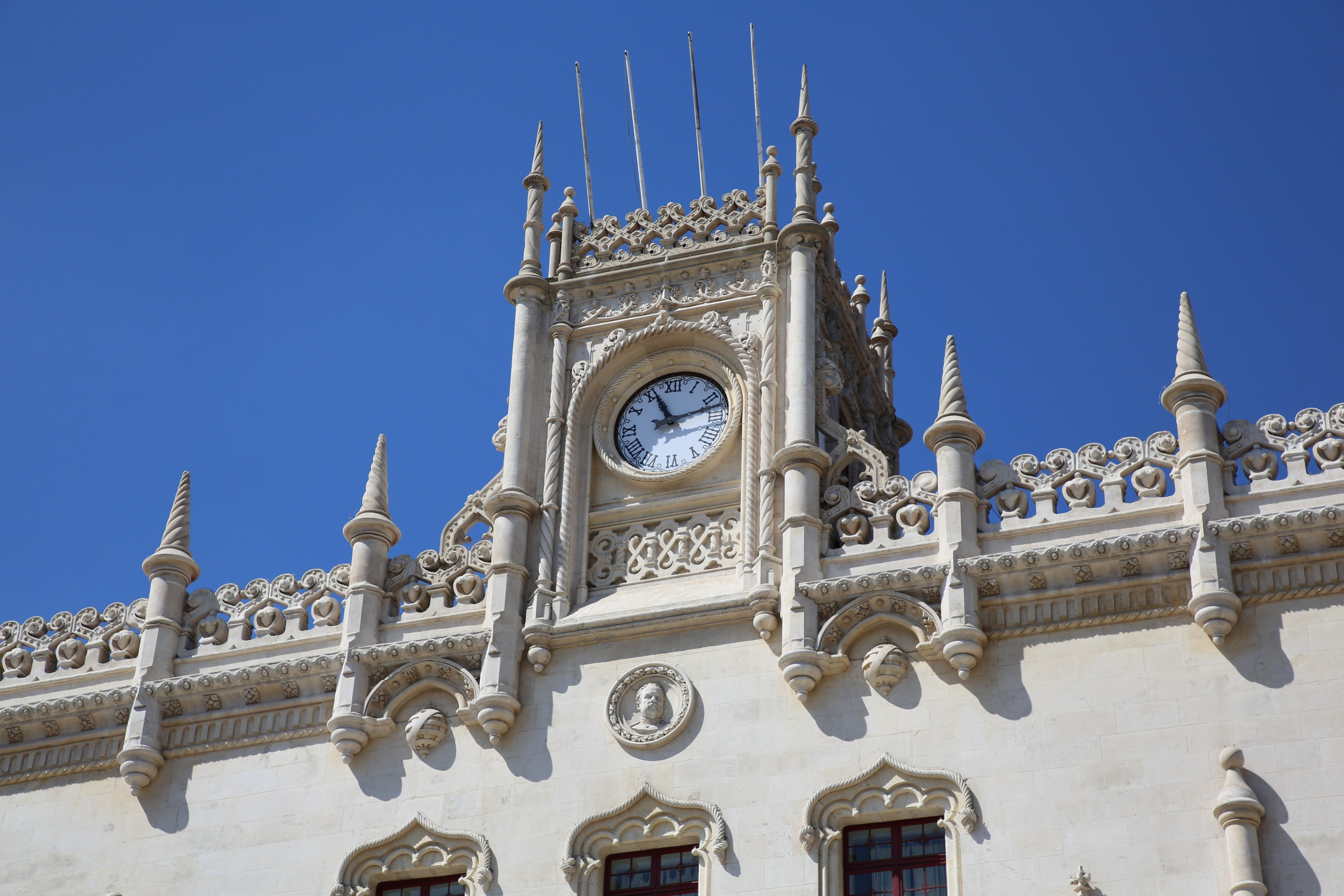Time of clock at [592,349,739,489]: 11:12
